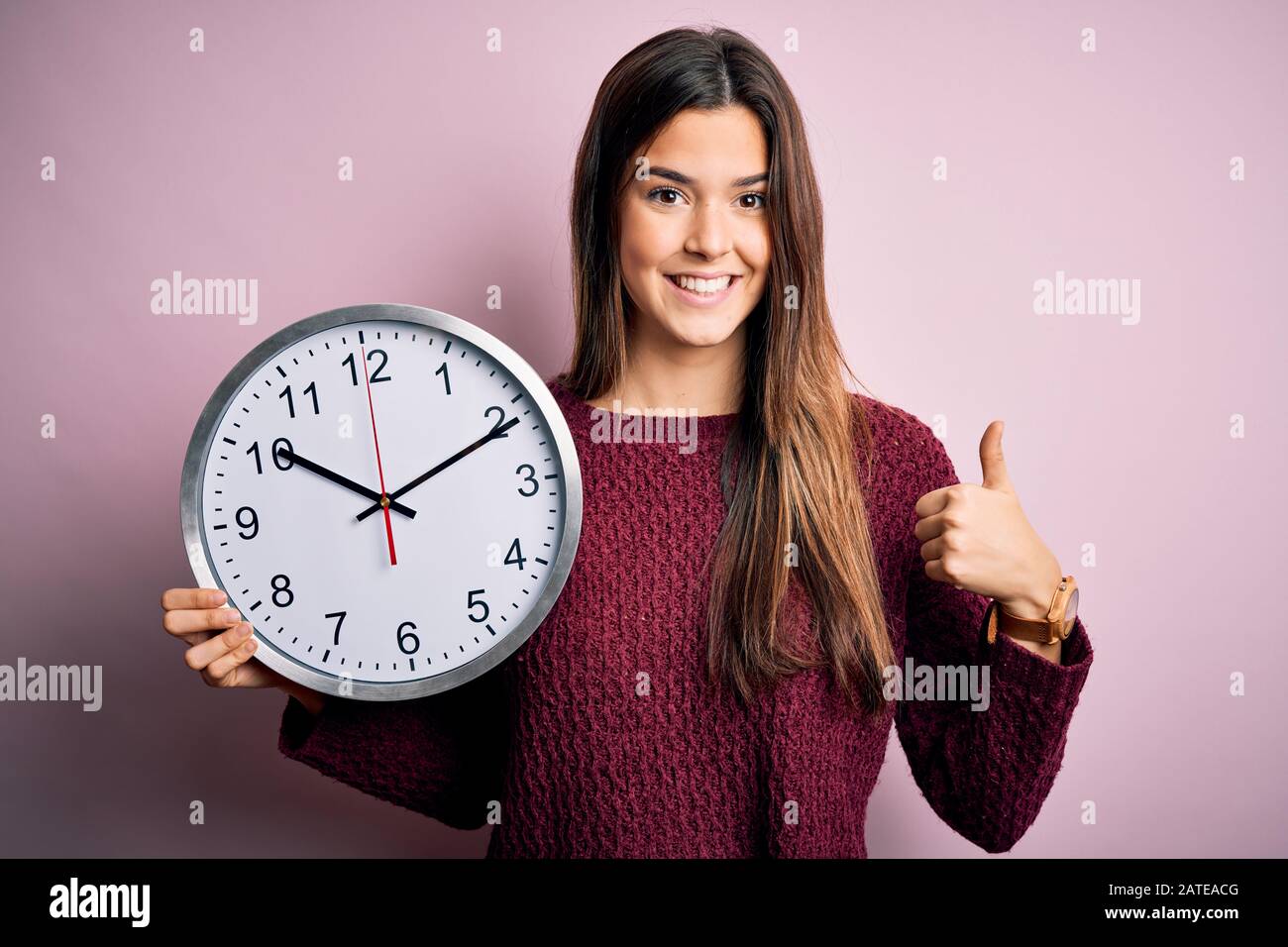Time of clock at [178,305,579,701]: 10:10
